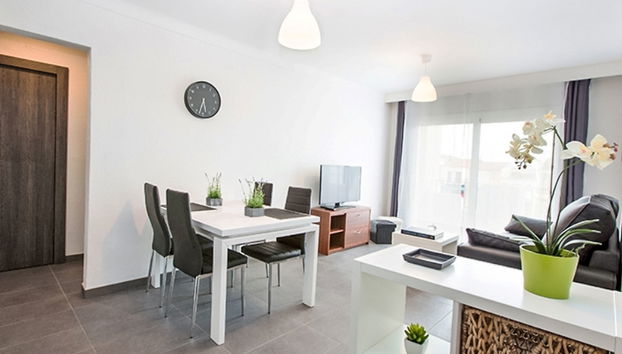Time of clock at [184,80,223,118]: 5:33
